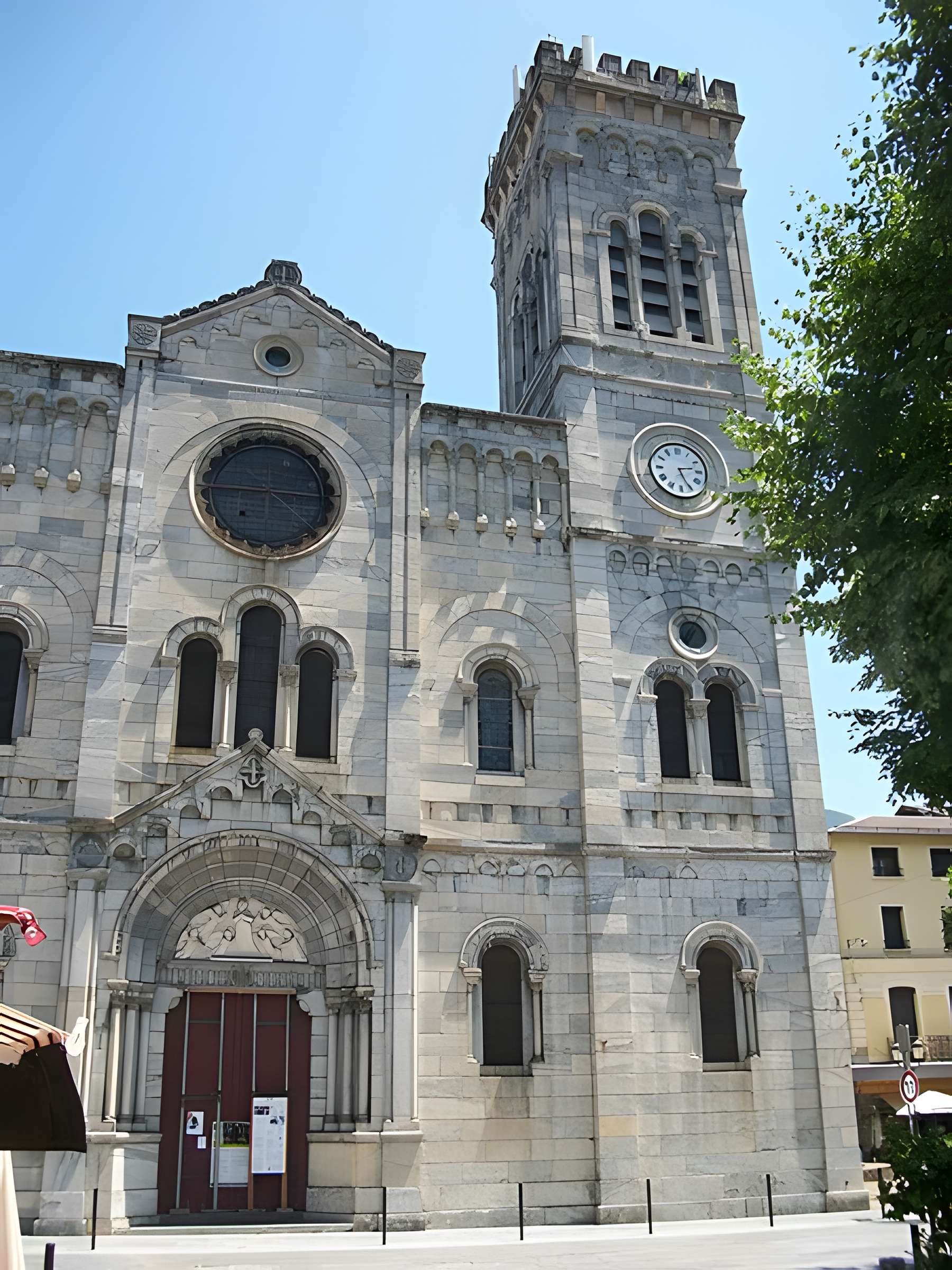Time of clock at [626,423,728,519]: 2:25
